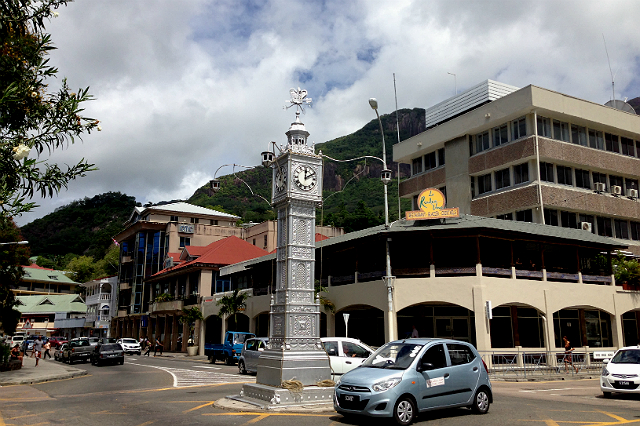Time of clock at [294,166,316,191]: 12:10
